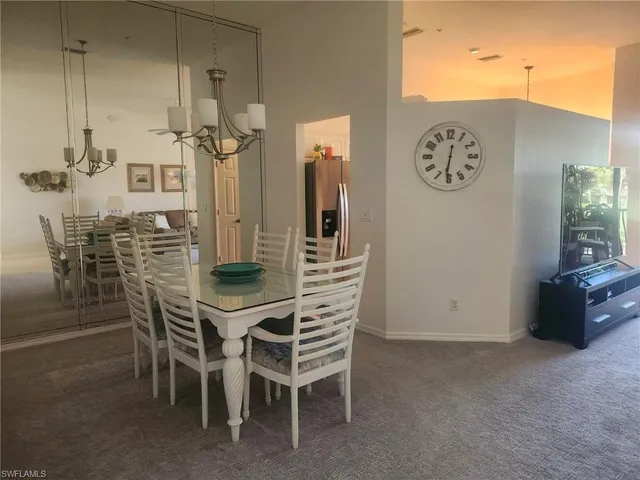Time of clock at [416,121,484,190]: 6:31
